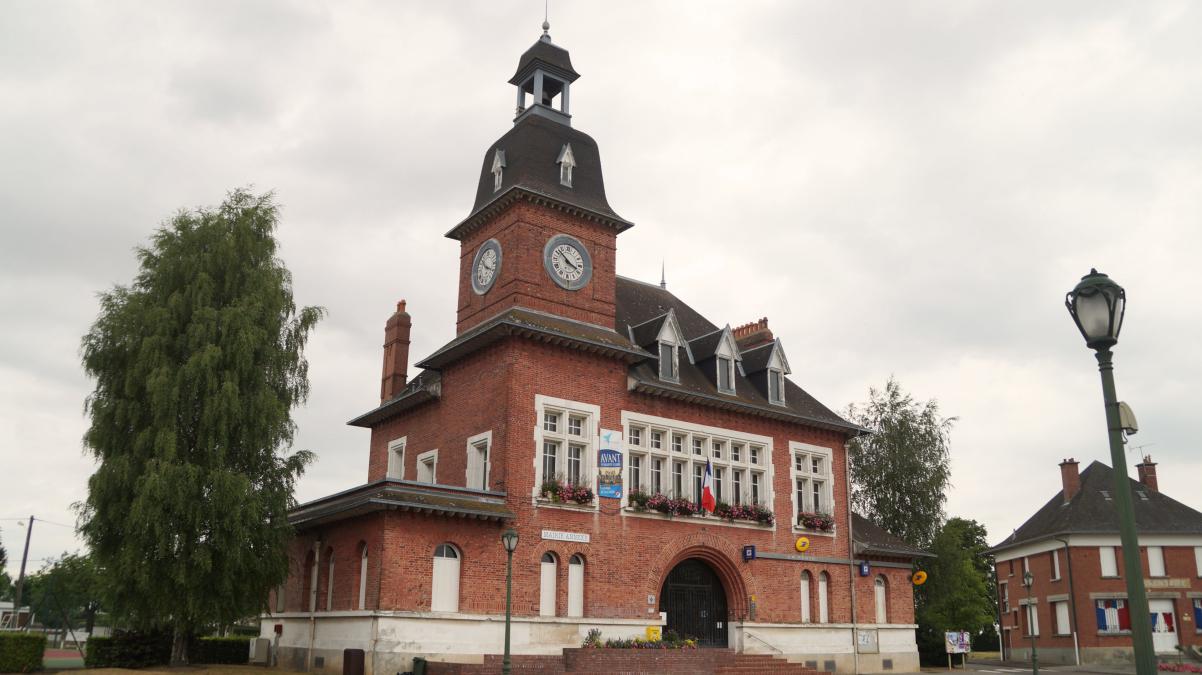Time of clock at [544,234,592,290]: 3:52
